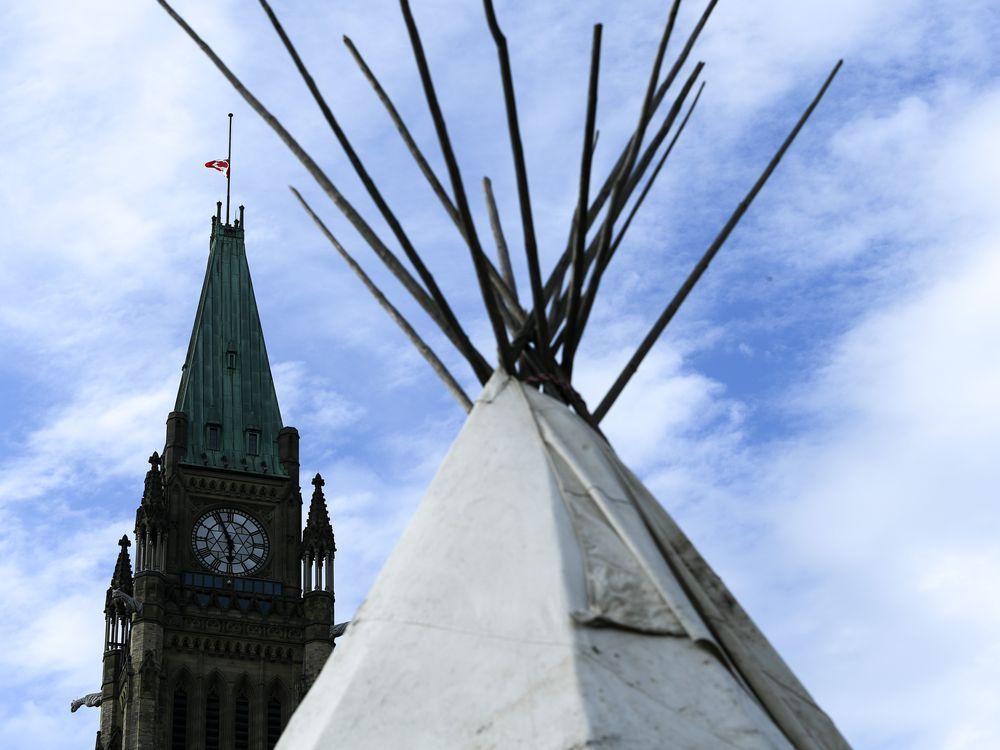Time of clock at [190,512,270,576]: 5:55
